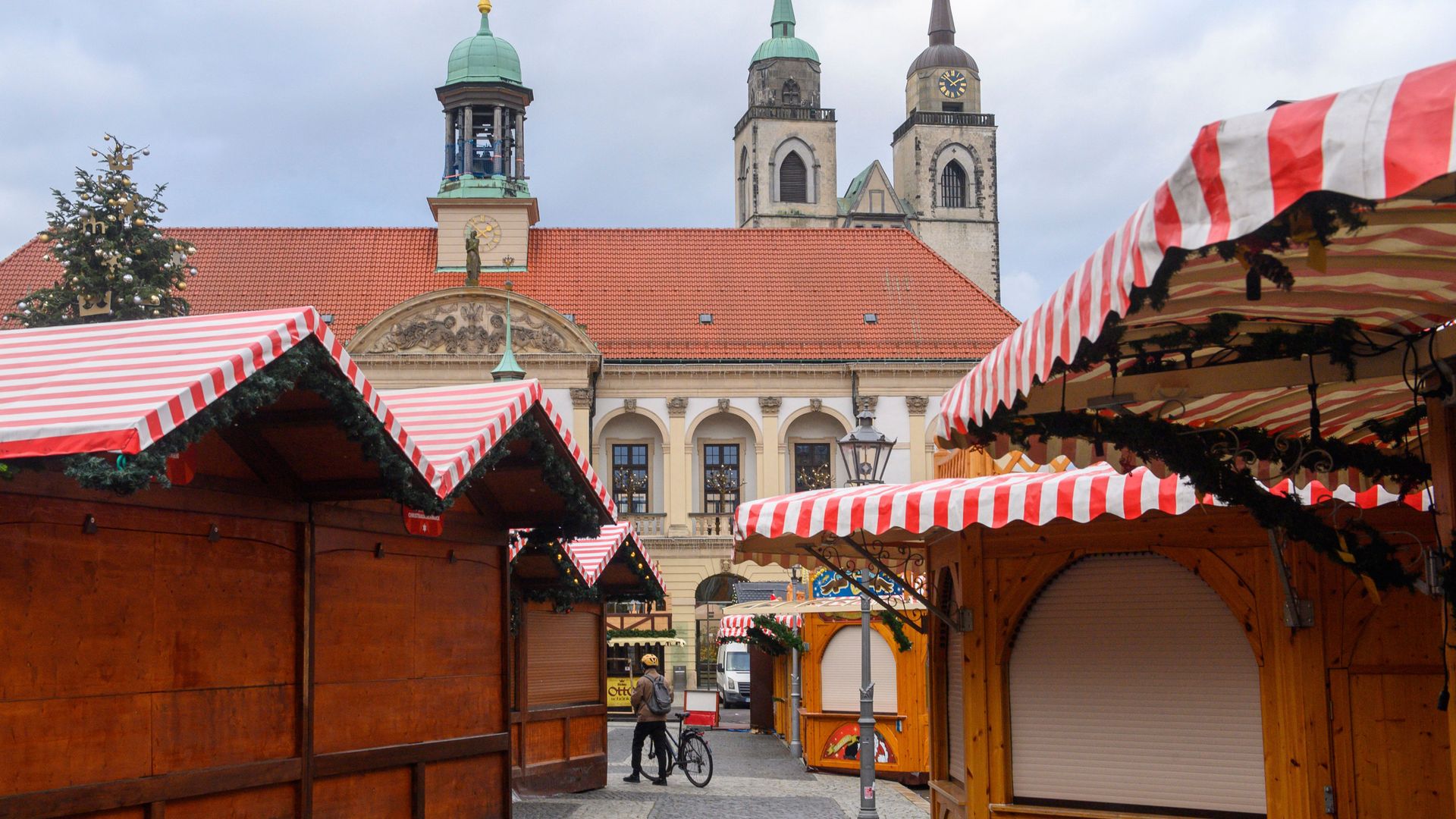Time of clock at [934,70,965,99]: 1:50
